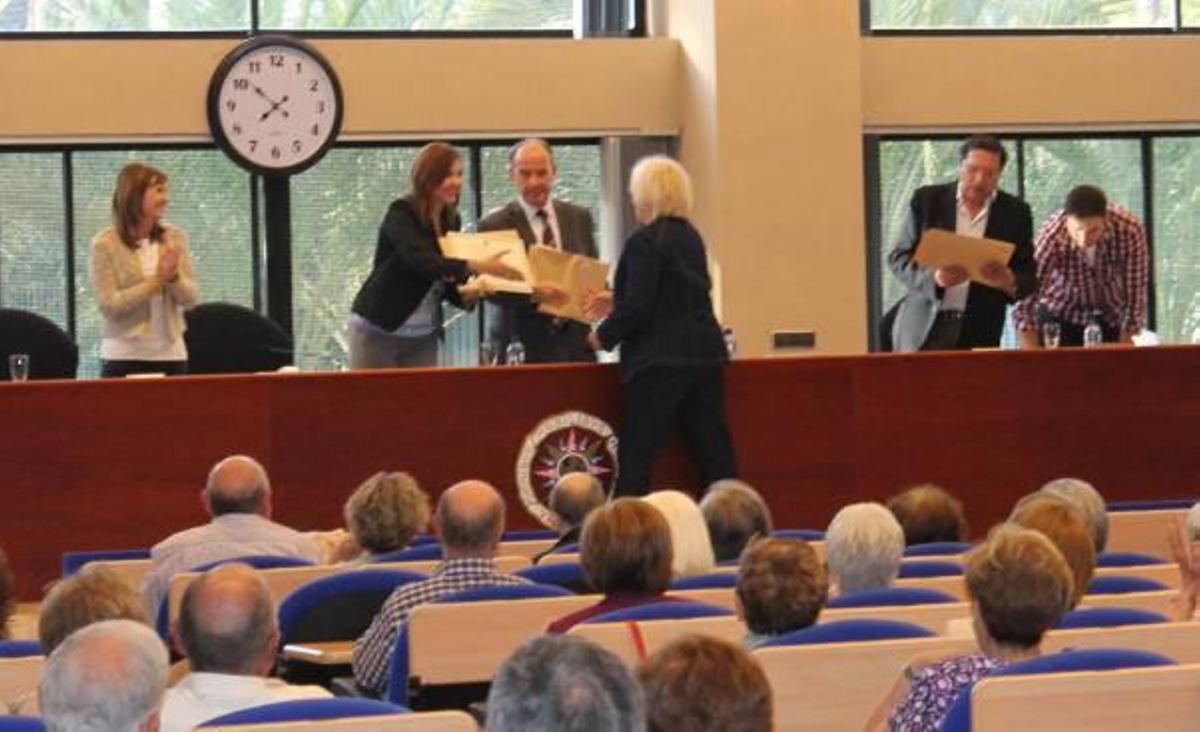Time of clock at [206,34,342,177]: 7:51
